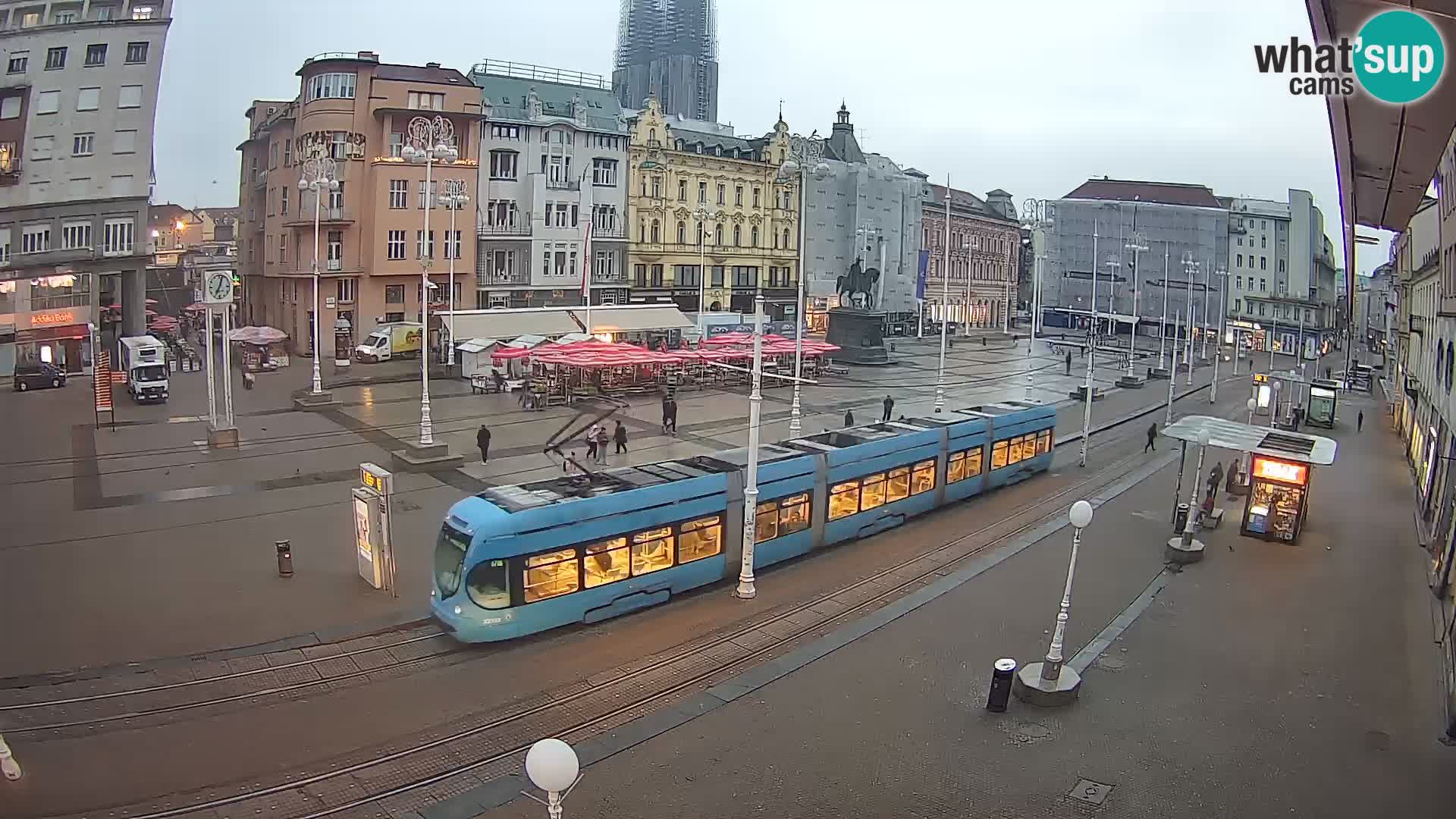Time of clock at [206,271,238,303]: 7:03
